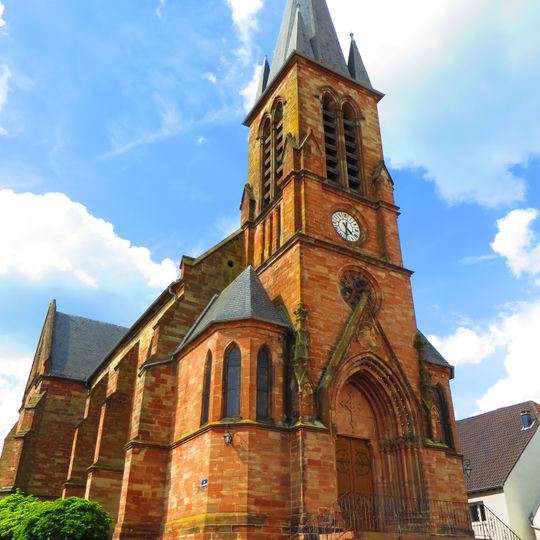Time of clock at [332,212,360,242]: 4:31
